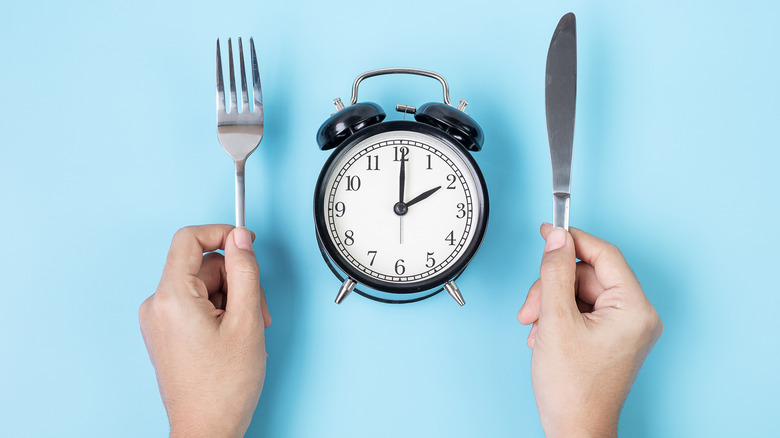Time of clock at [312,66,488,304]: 2:00
